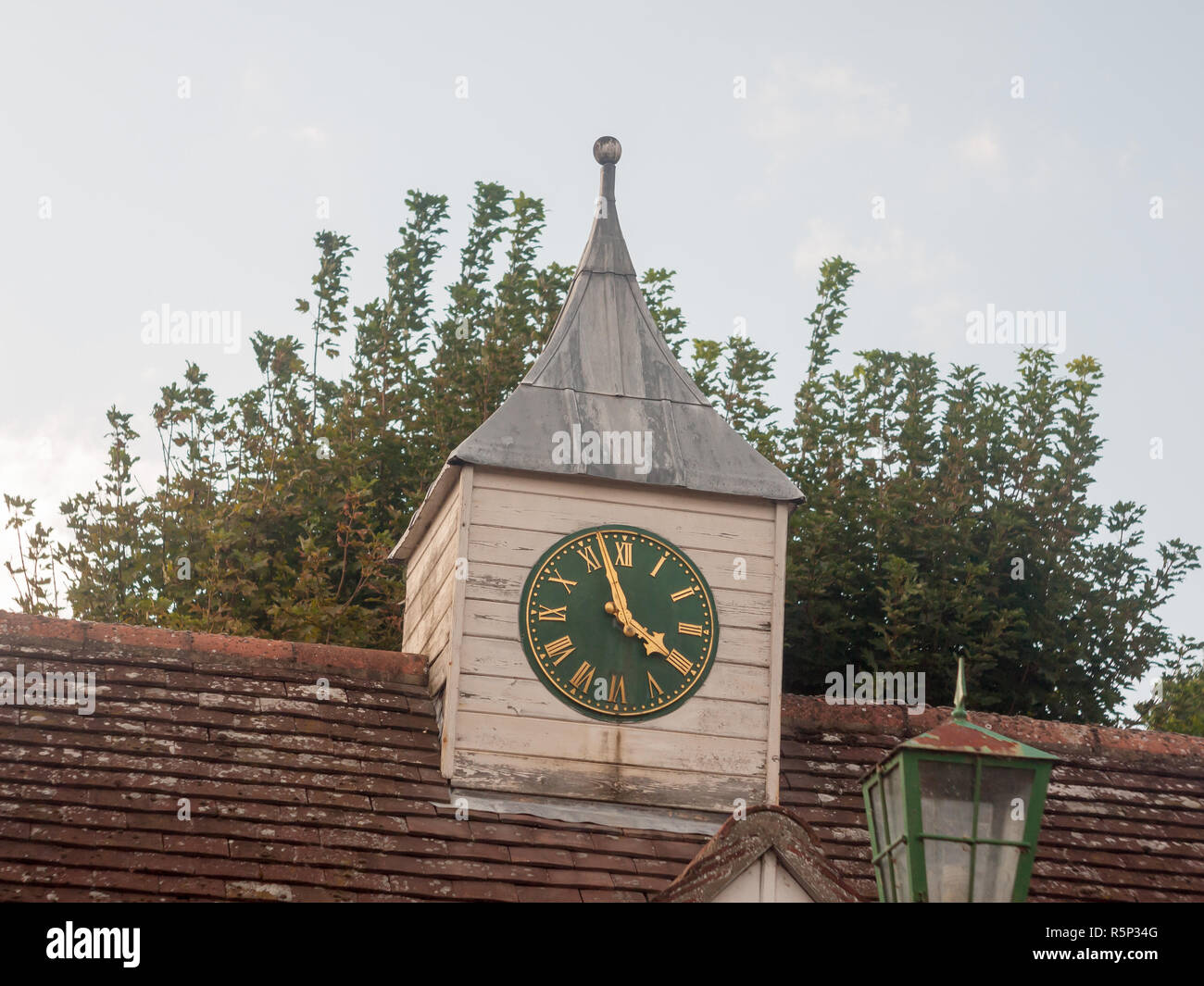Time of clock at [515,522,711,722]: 3:57
